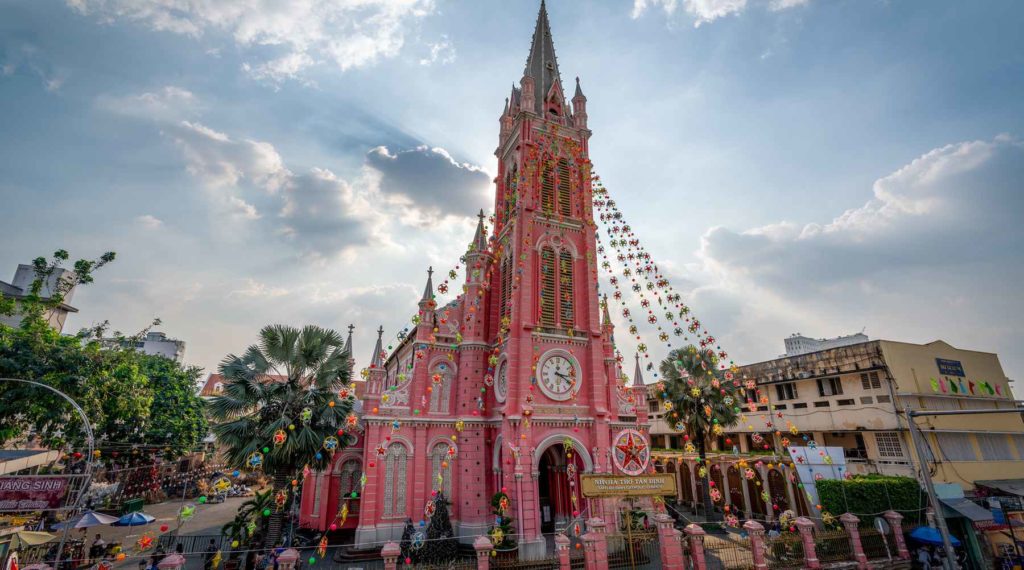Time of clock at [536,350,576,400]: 3:20
